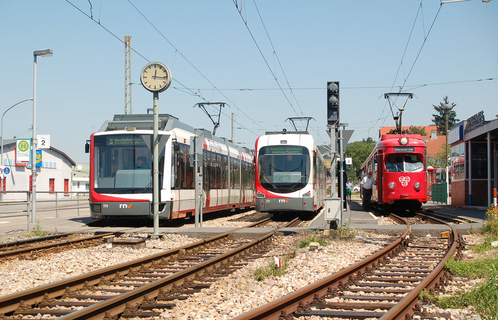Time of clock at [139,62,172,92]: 12:16
